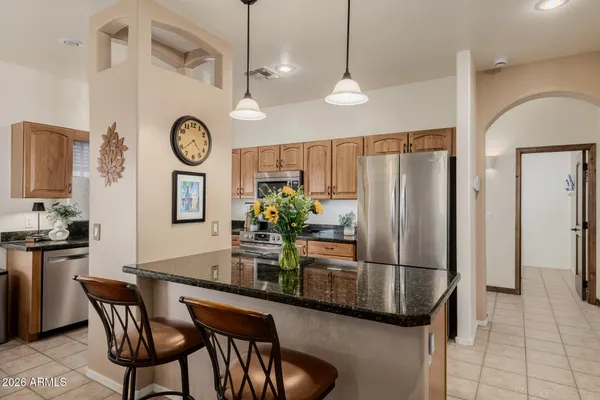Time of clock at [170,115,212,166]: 4:38
